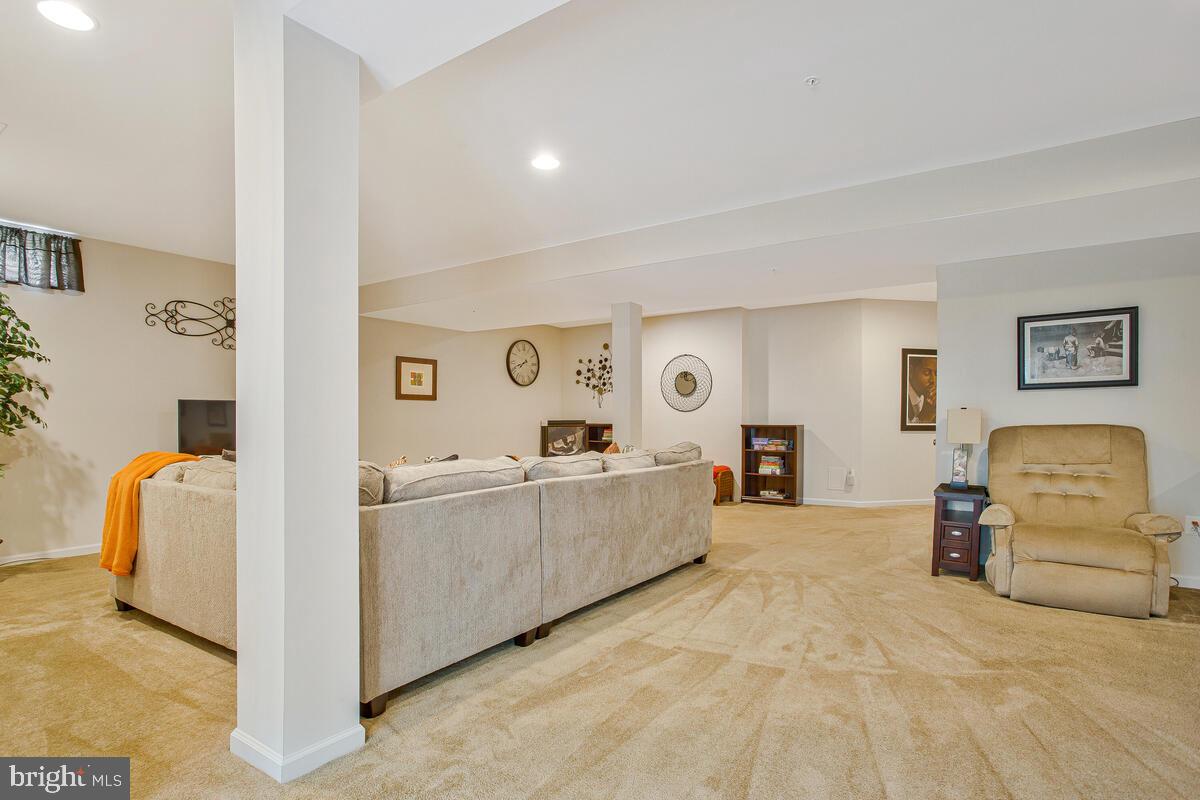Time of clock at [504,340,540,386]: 7:41
